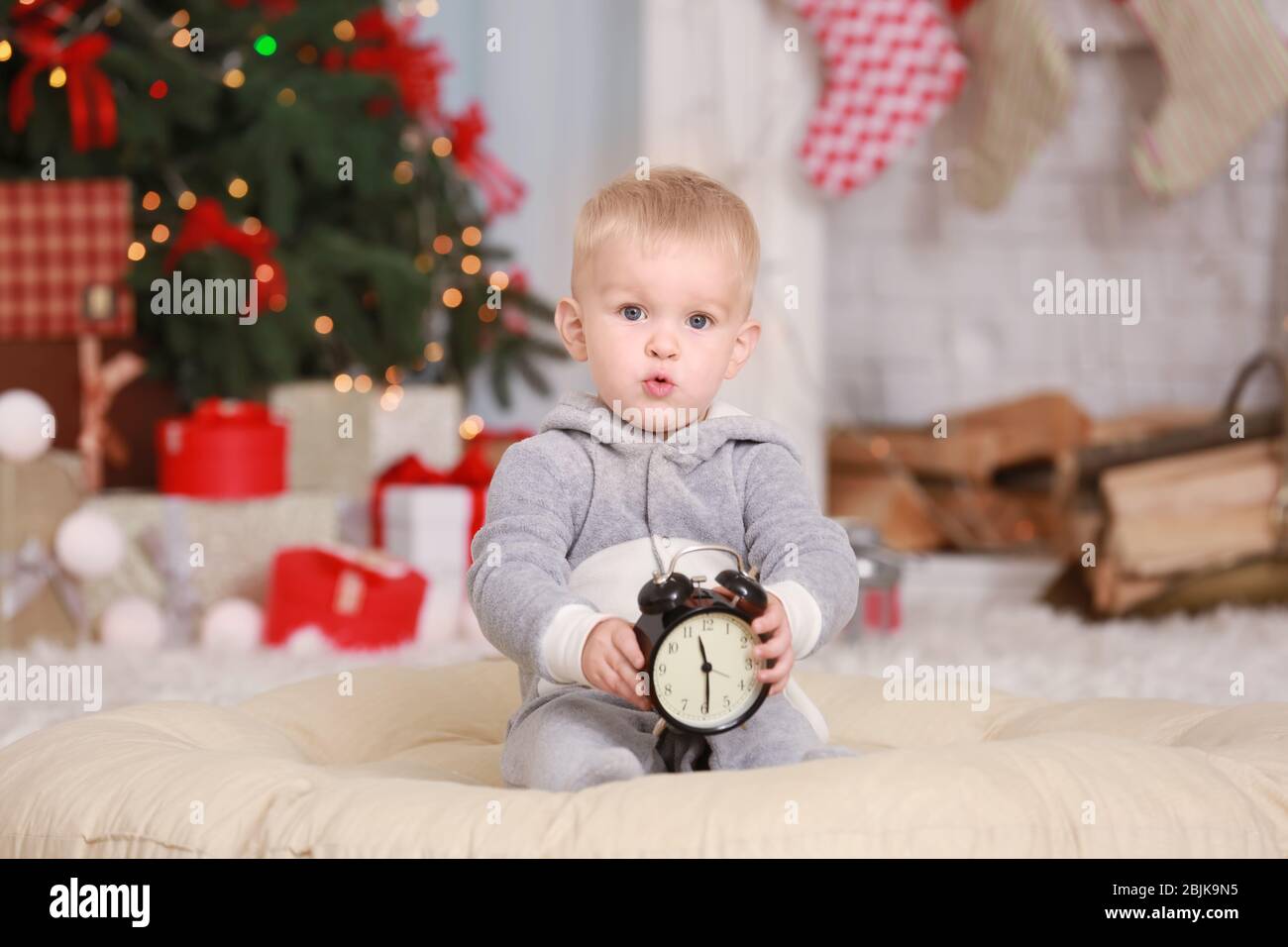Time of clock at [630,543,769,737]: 11:29
